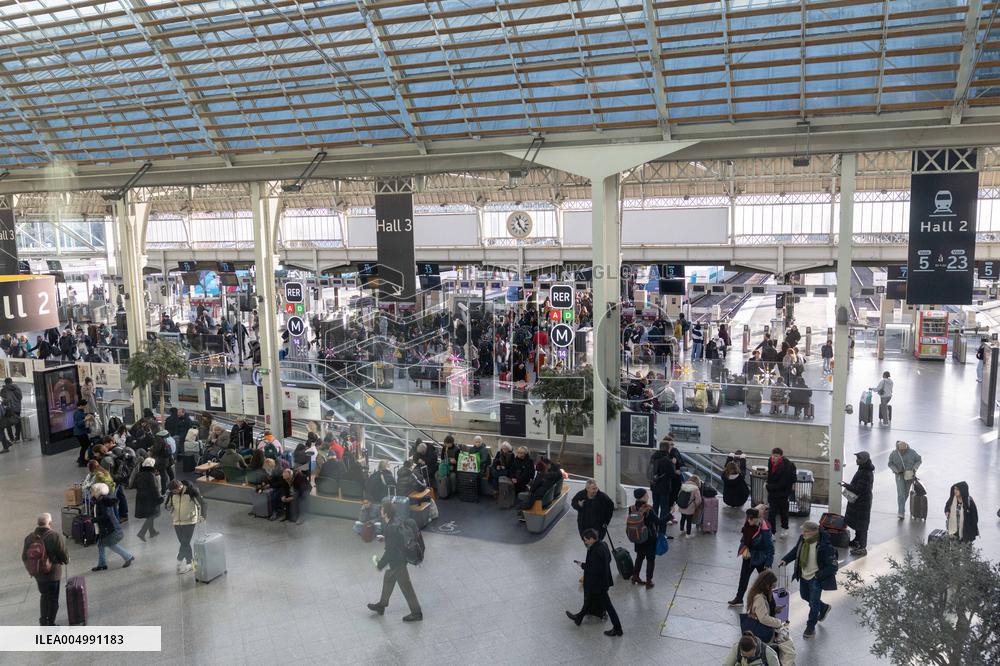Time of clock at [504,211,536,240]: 11:23
